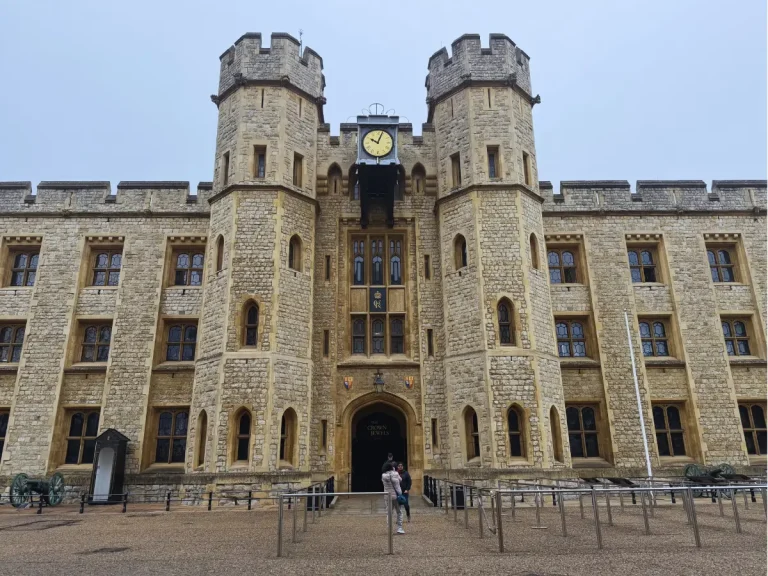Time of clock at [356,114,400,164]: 10:03
